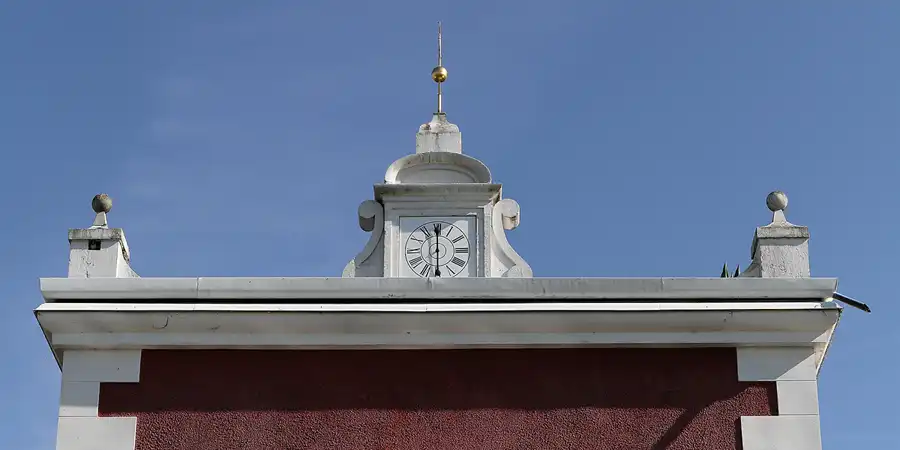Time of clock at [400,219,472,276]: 5:59
